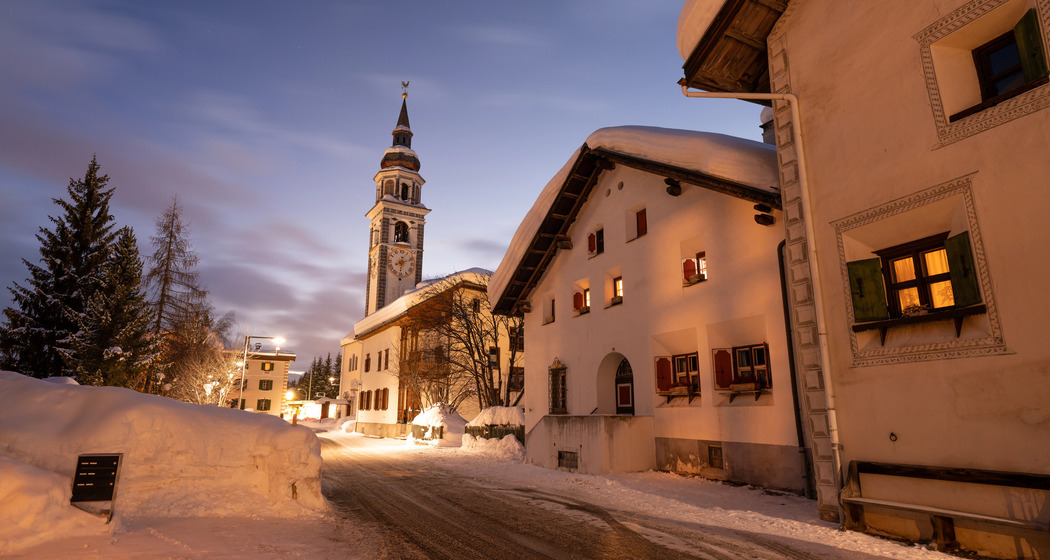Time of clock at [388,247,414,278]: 8:12
